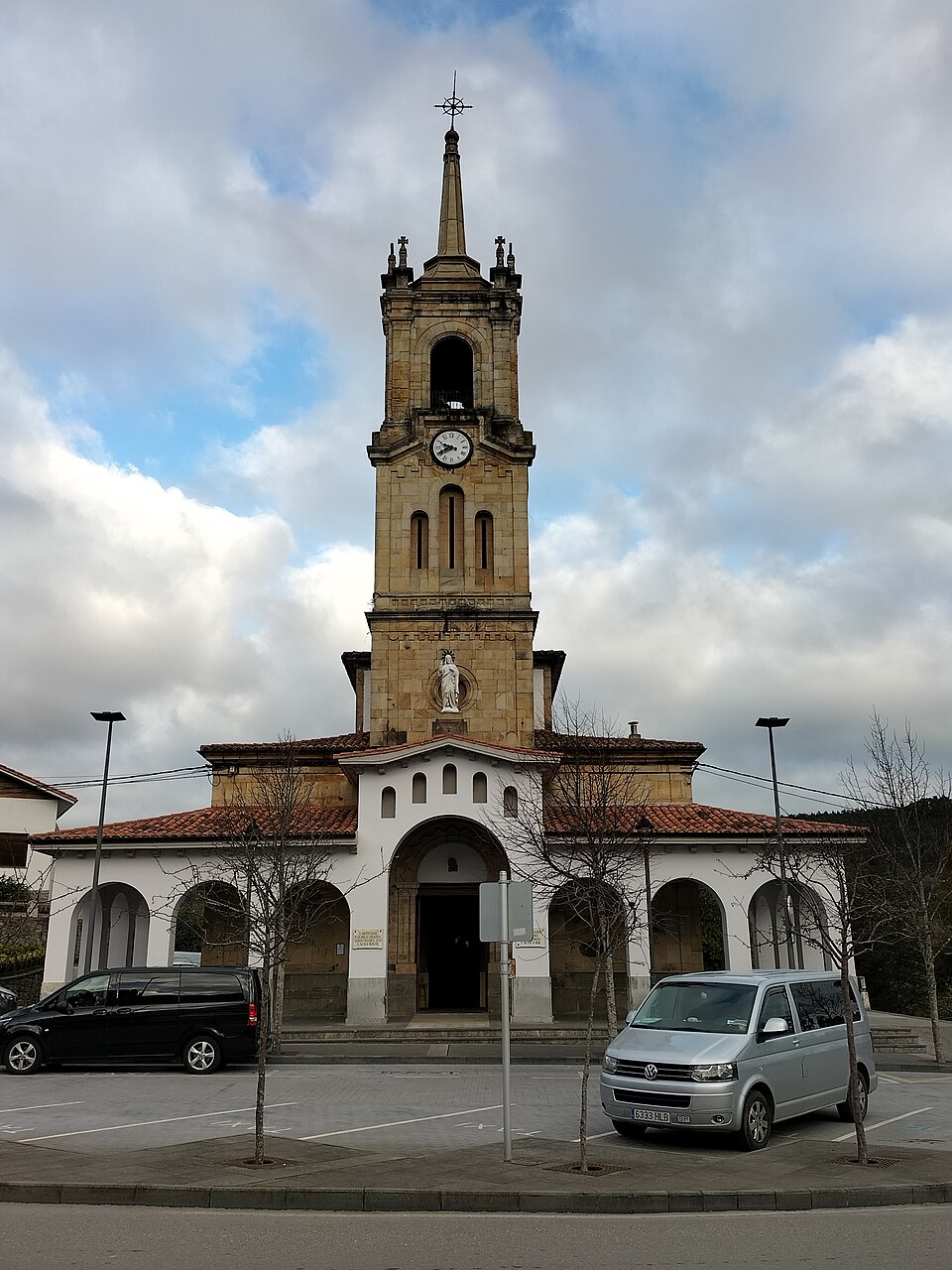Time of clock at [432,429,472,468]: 9:40
